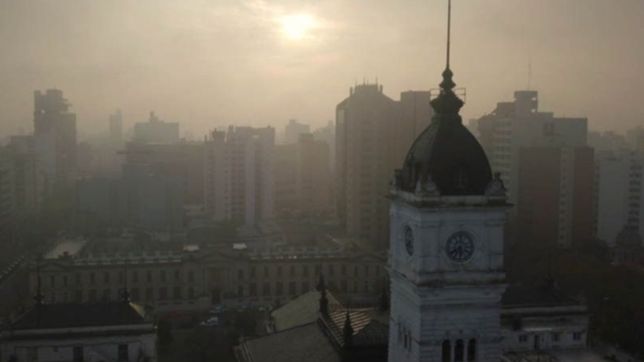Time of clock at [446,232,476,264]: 5:40
